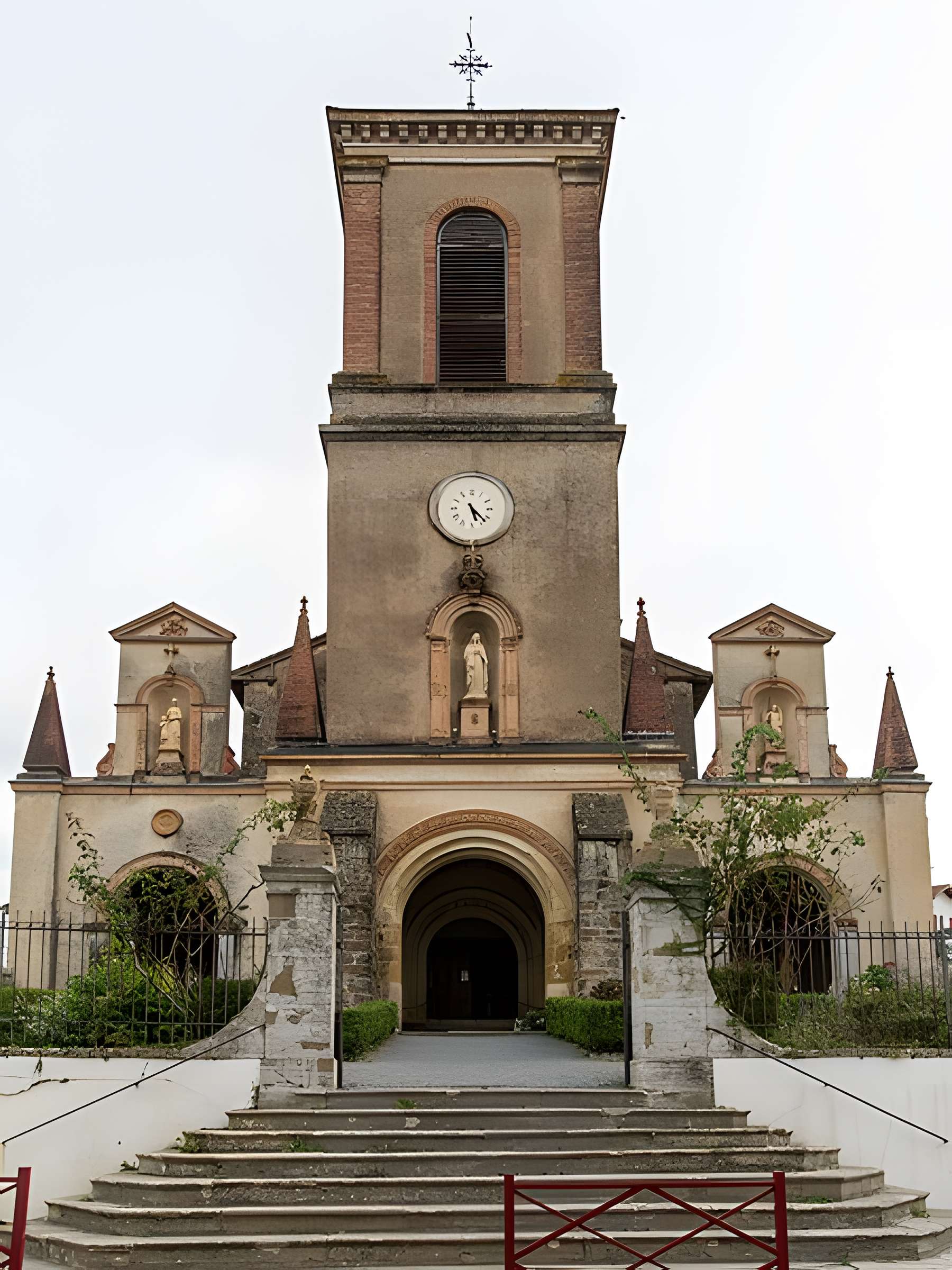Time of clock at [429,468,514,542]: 5:22
